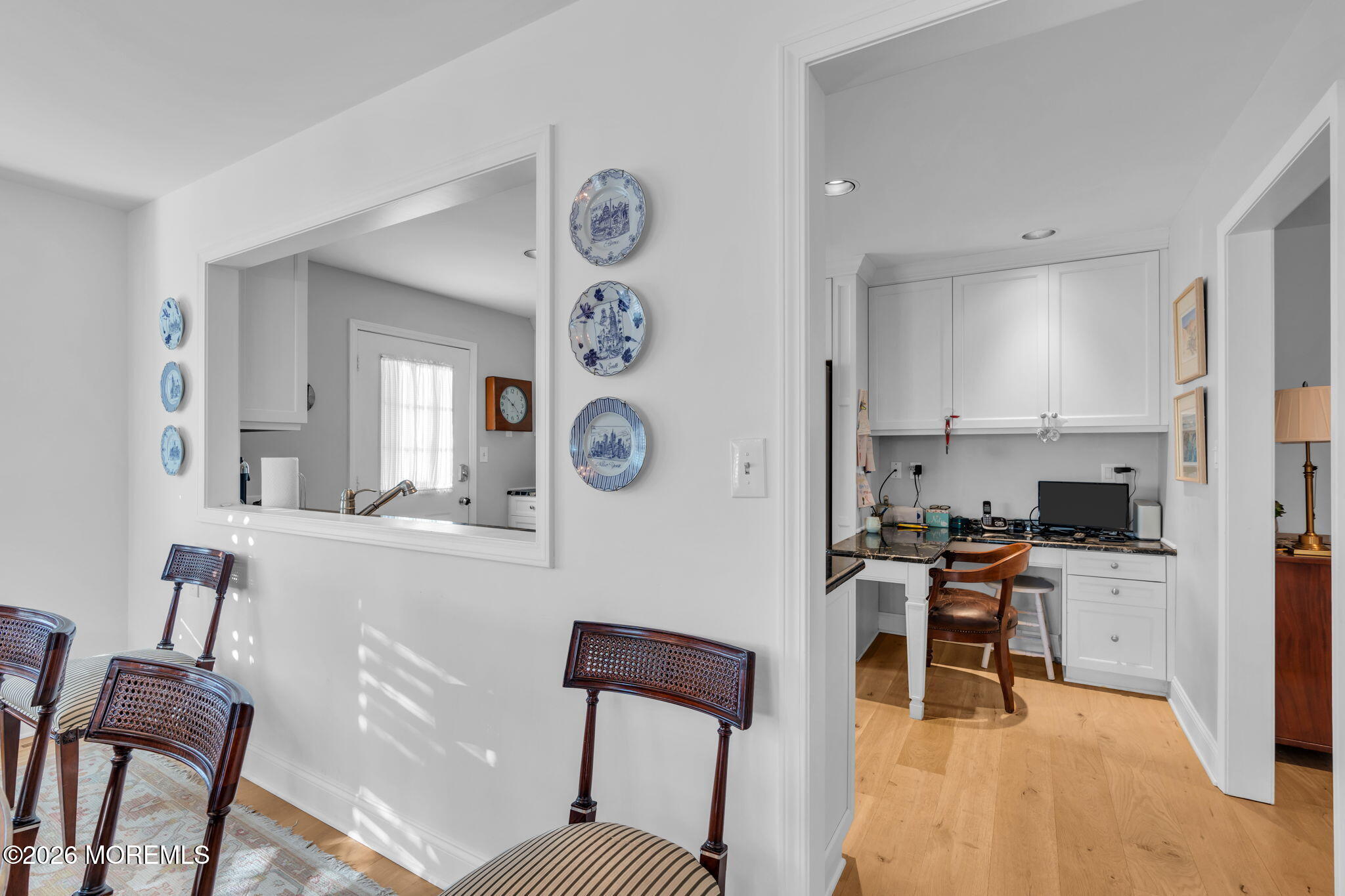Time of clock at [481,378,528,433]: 10:22
